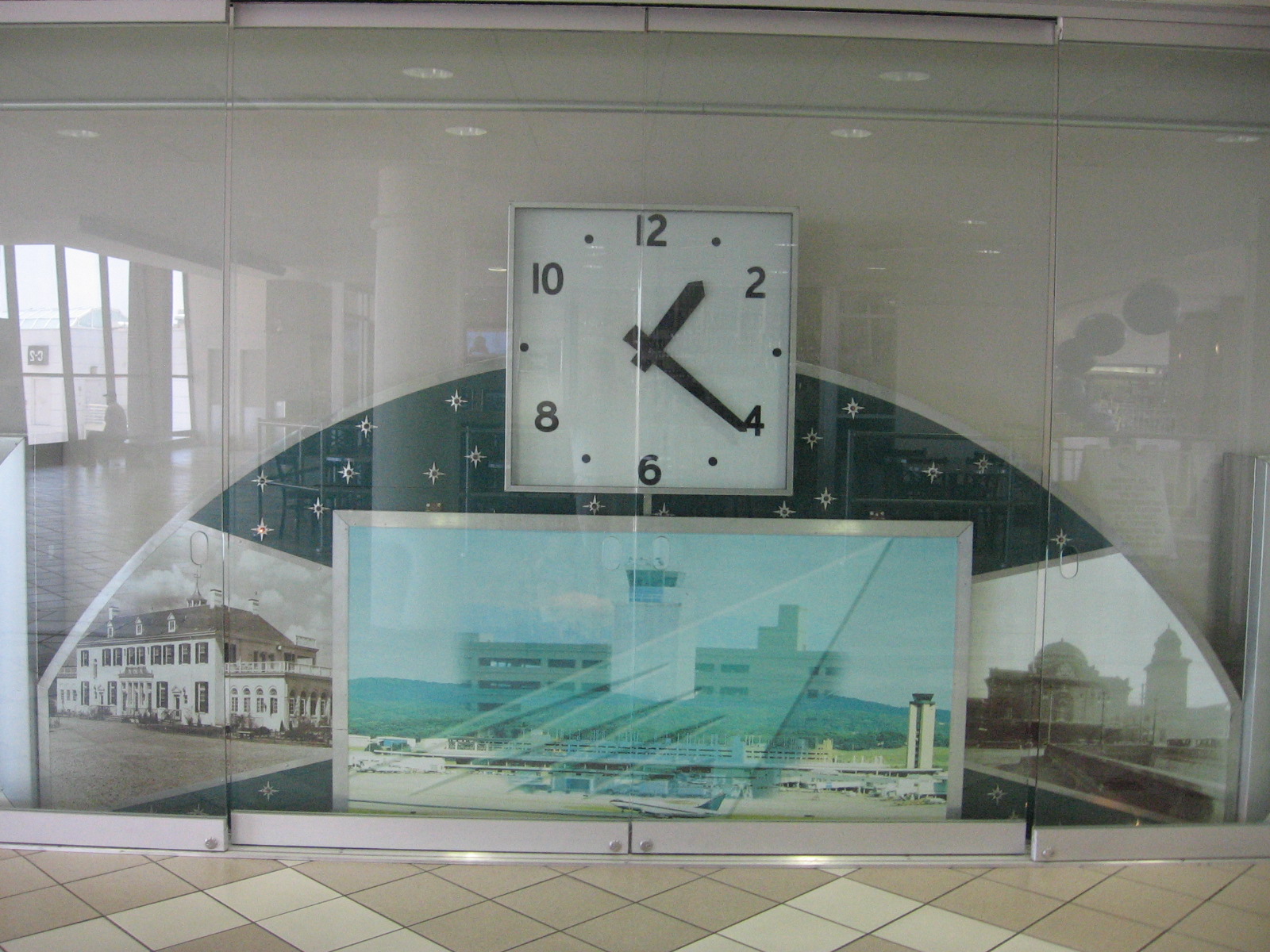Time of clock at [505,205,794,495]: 1:21
